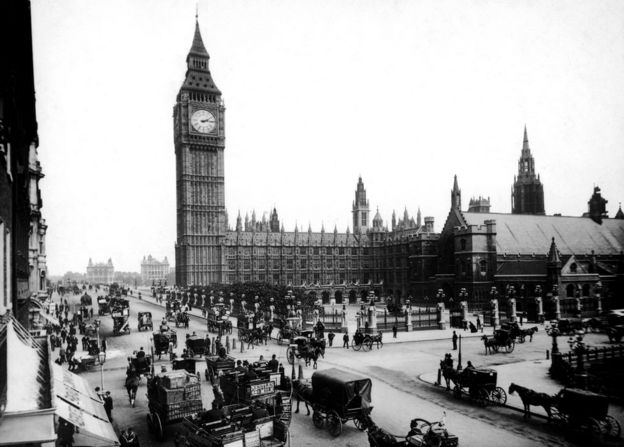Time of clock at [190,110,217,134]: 2:14
